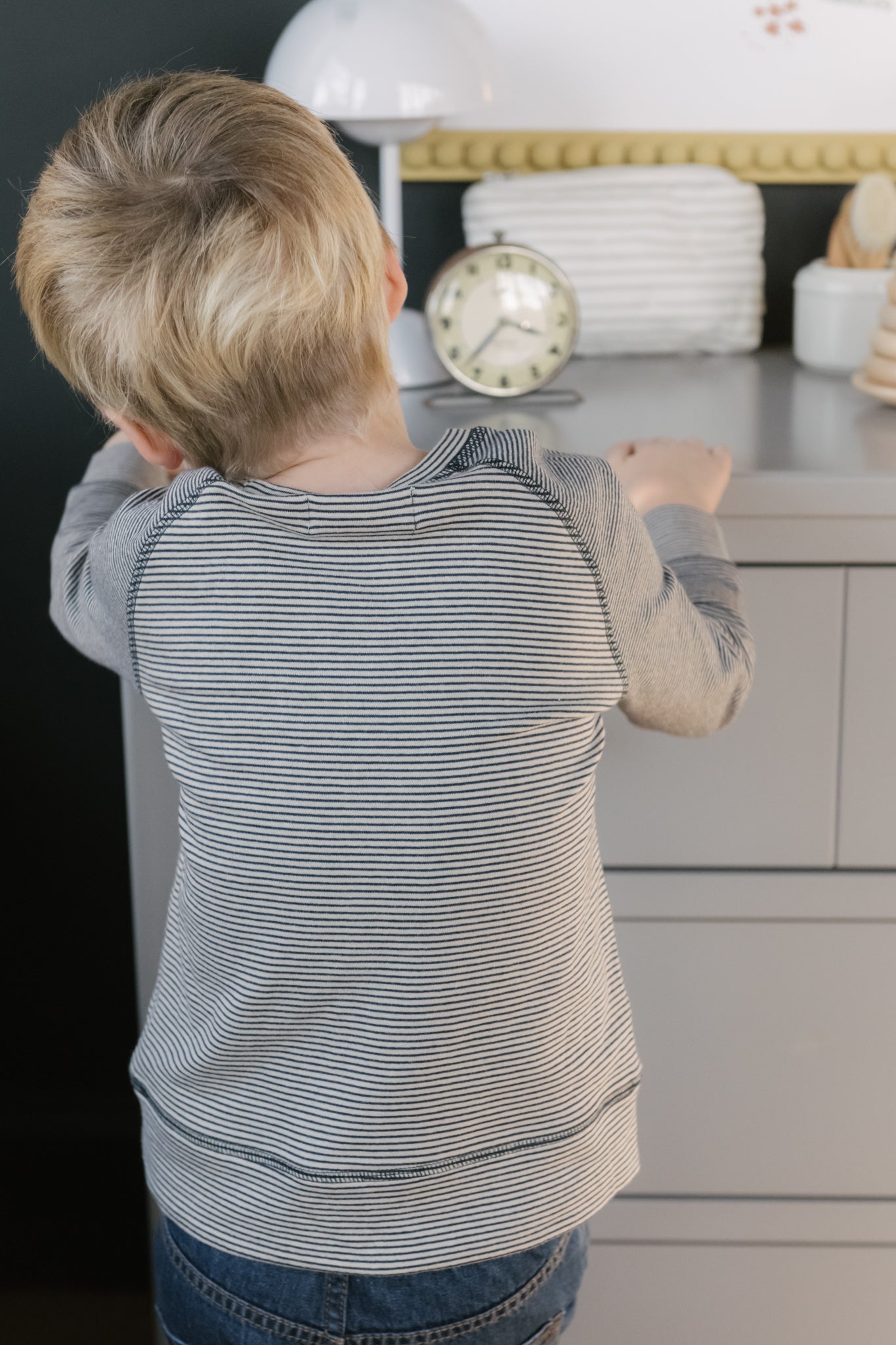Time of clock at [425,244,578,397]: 3:37
